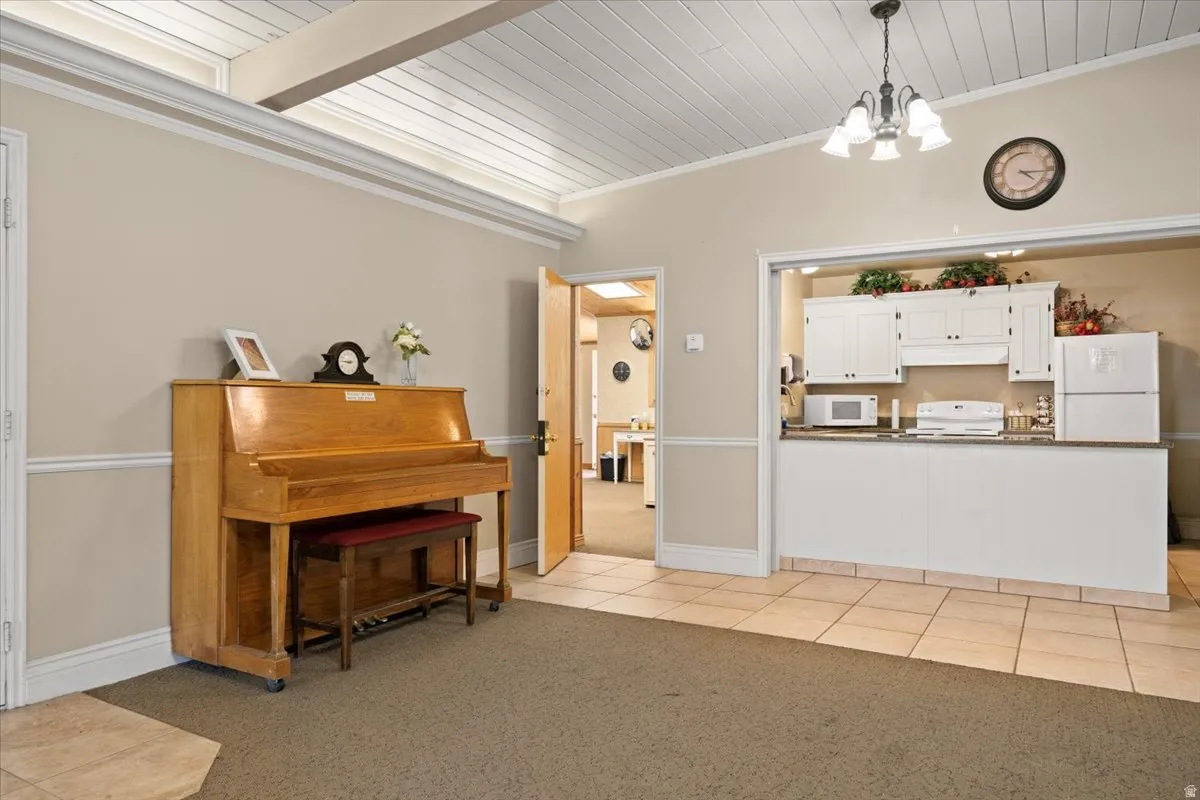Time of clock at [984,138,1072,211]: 4:16
